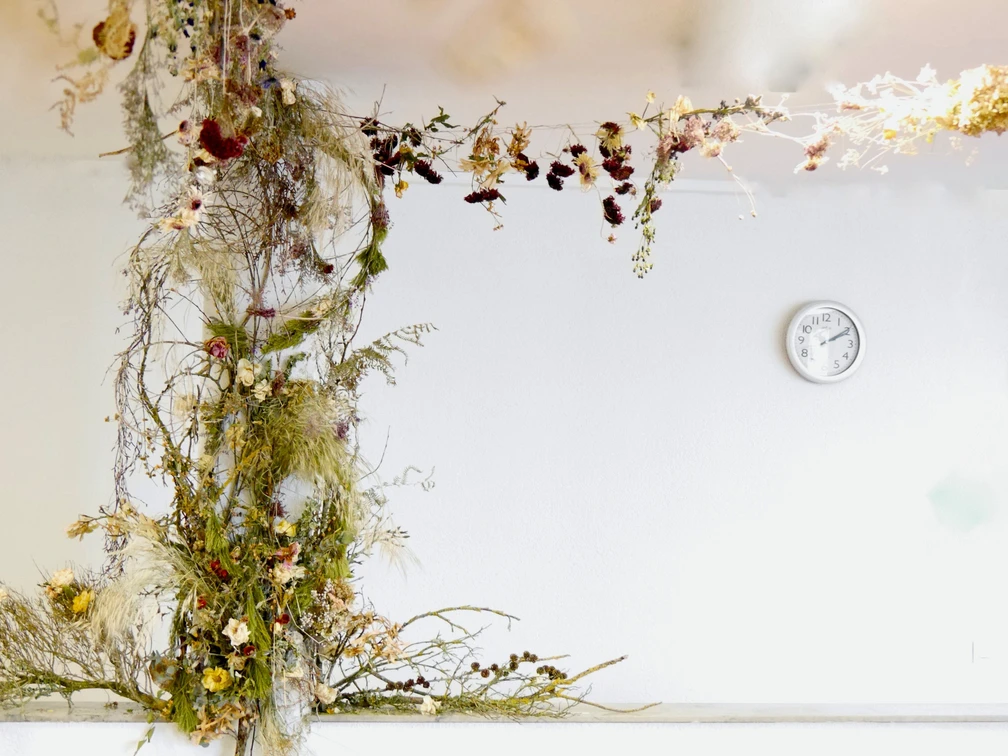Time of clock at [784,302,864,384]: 2:09
